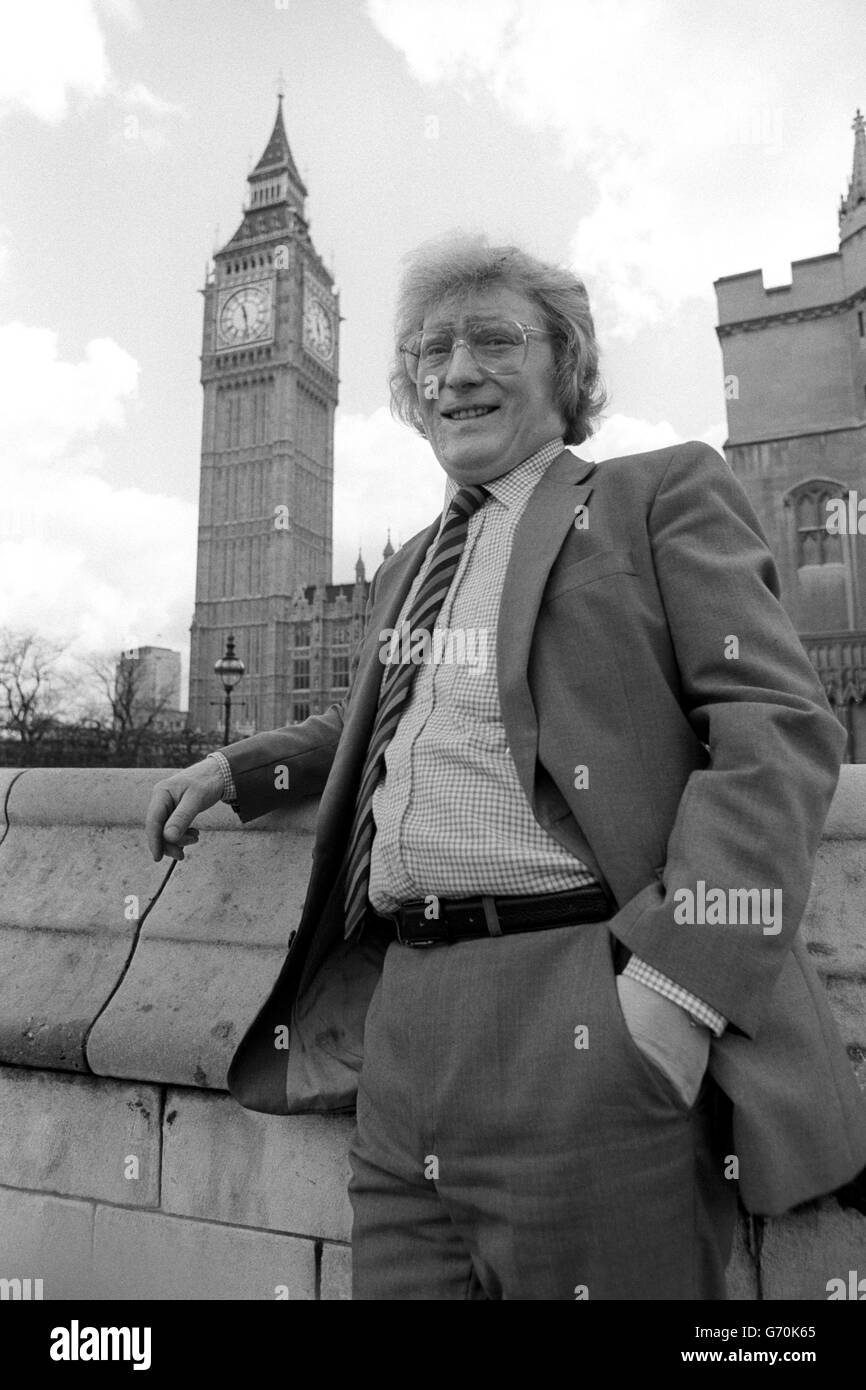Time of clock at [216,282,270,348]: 11:28
